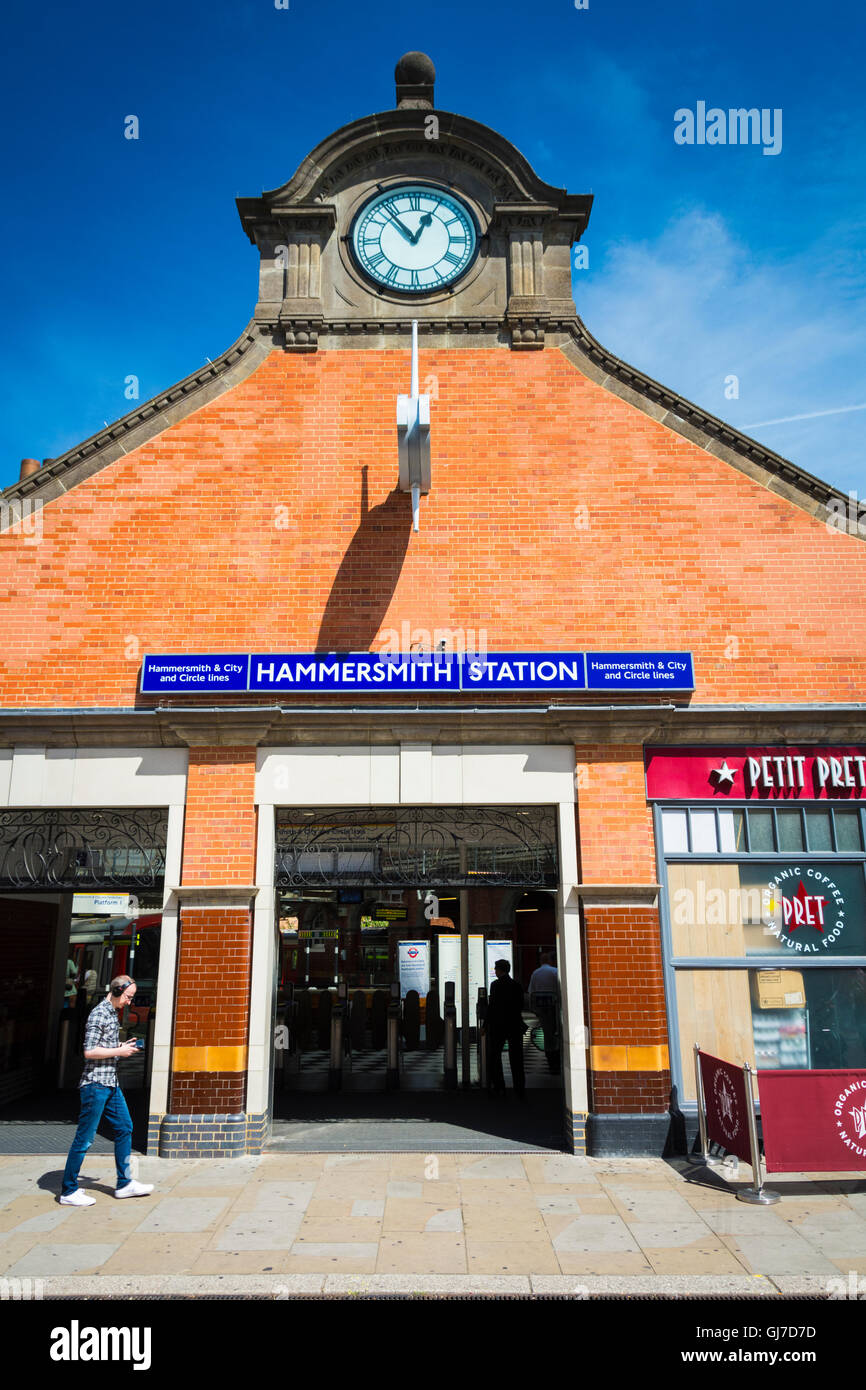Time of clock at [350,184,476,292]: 12:53
